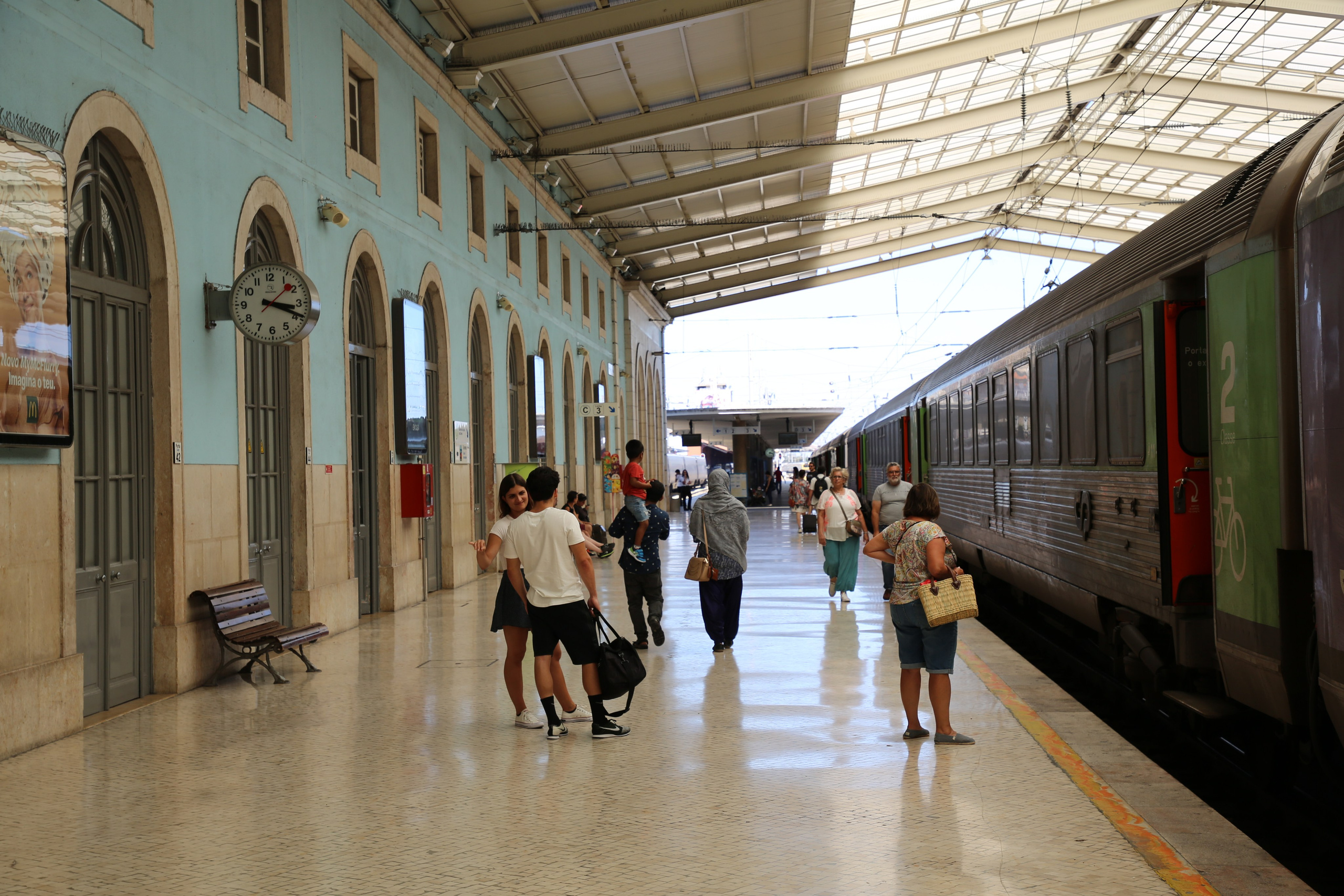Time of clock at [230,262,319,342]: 3:18
